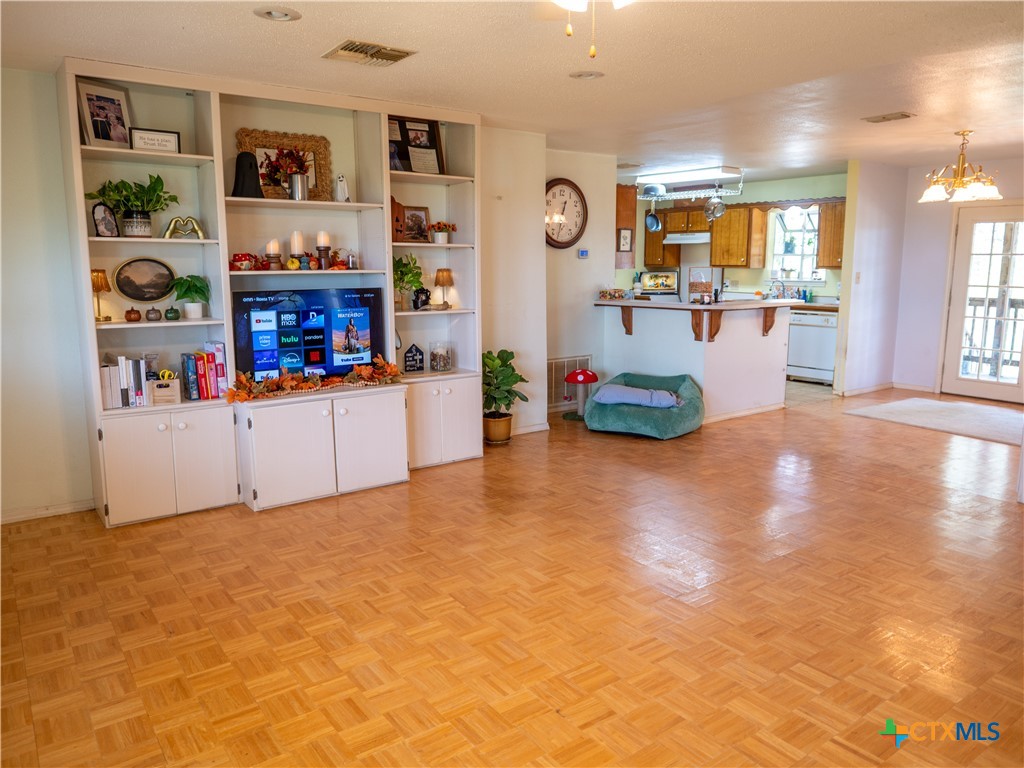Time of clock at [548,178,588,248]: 12:32
